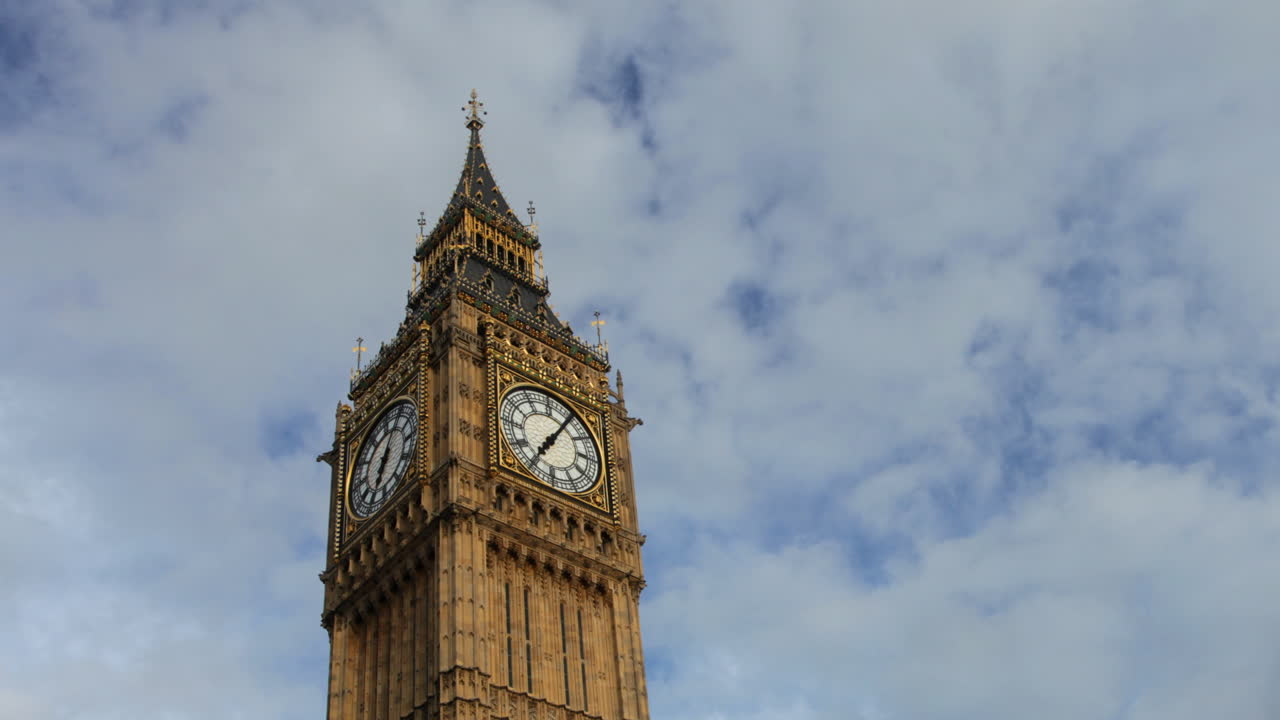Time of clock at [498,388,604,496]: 7:05
